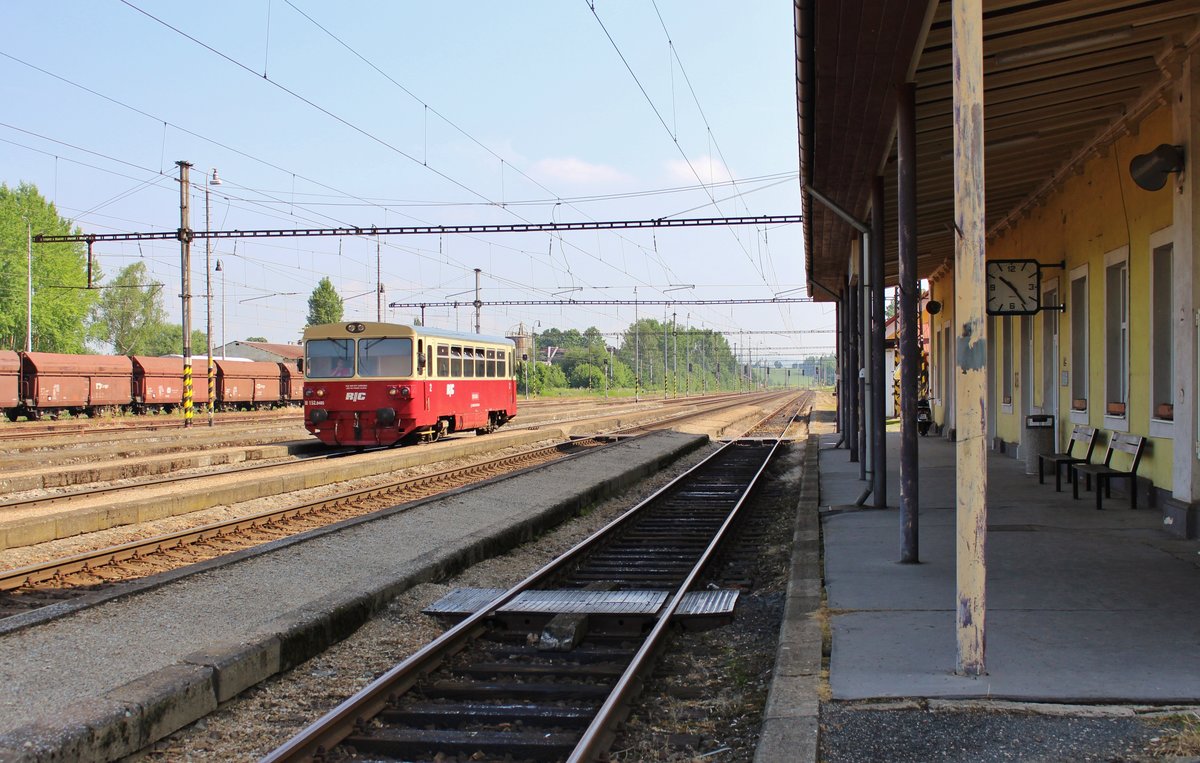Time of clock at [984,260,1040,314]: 10:23
